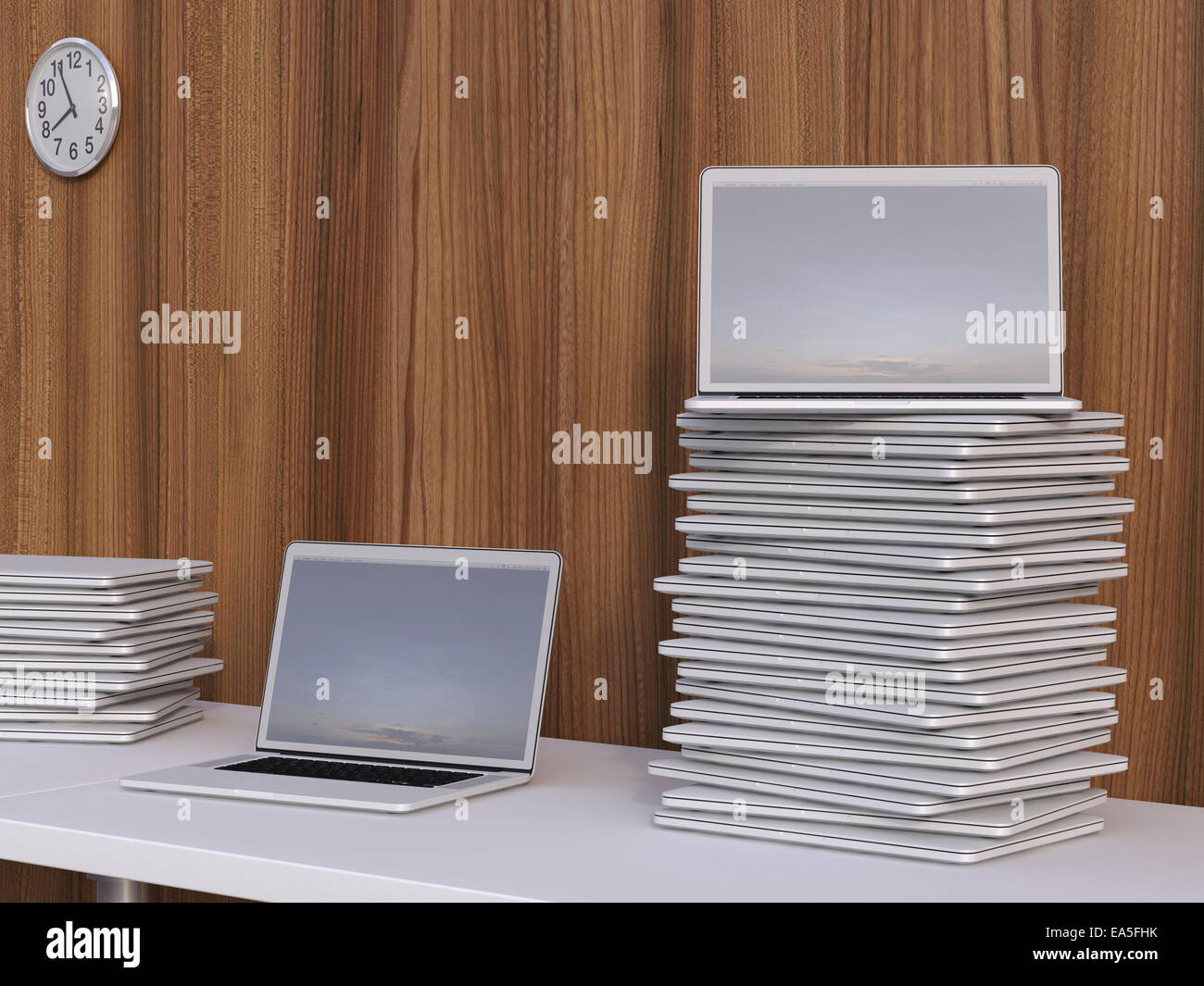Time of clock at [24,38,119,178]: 7:55
